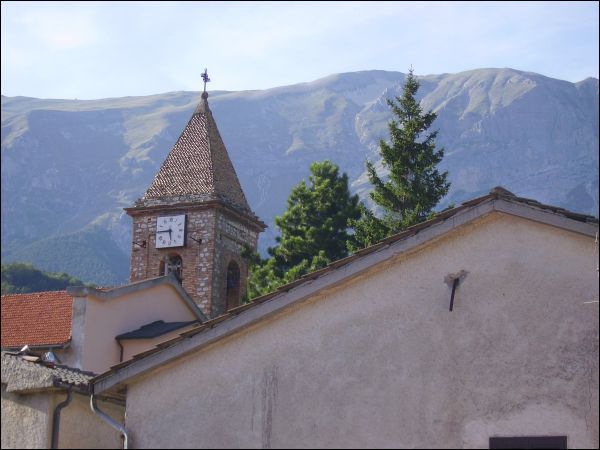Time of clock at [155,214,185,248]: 5:44
